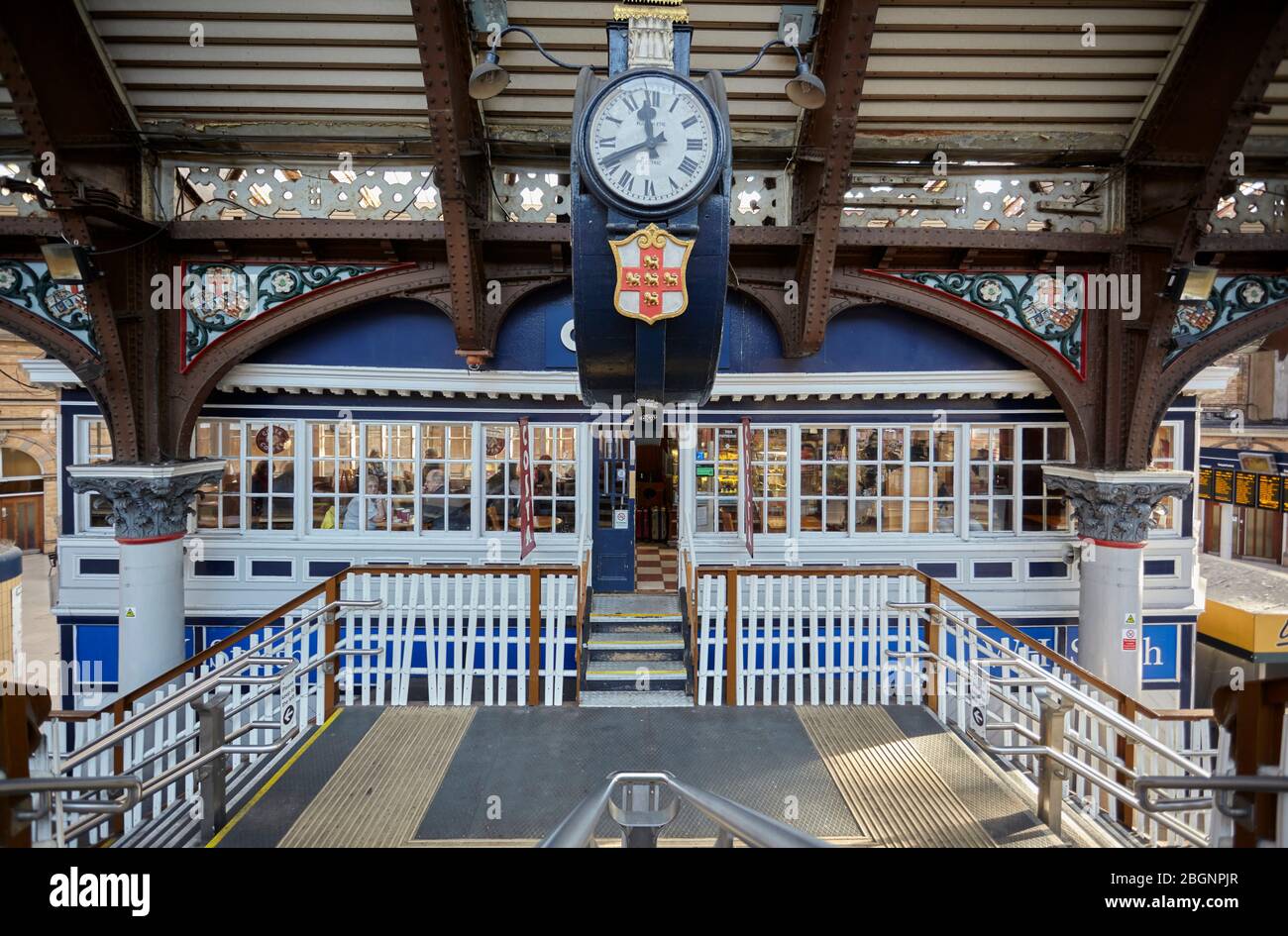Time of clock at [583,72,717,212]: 11:41
